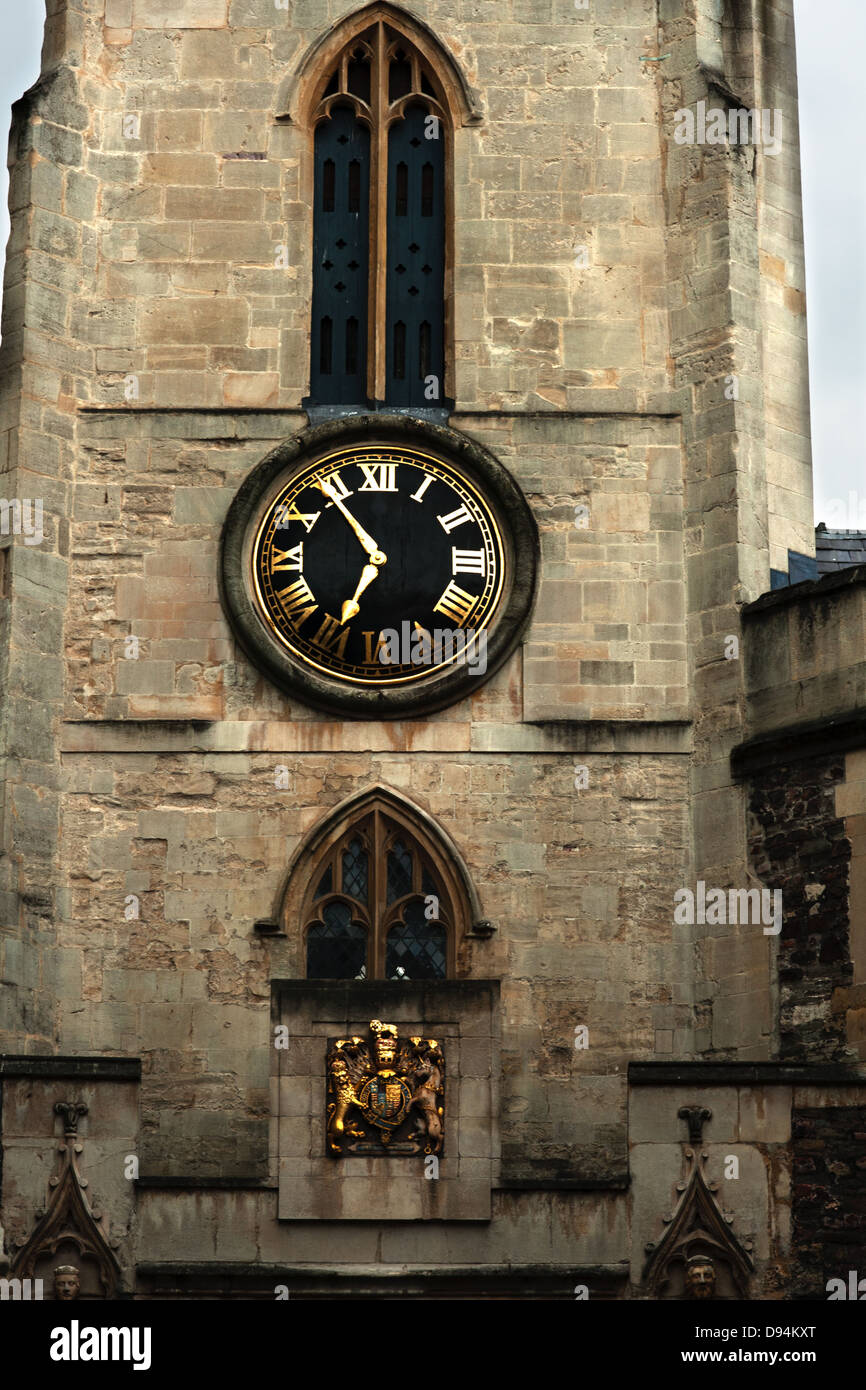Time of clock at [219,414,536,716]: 6:54
